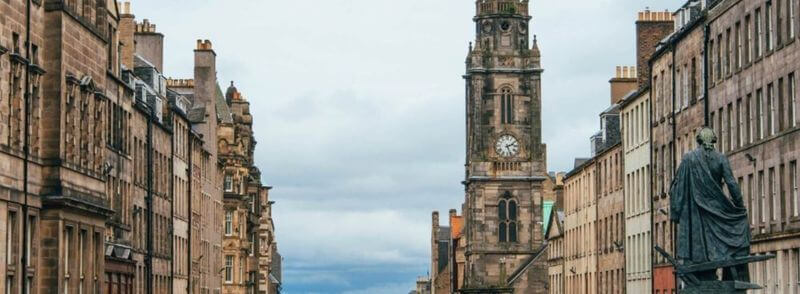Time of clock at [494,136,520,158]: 2:26
